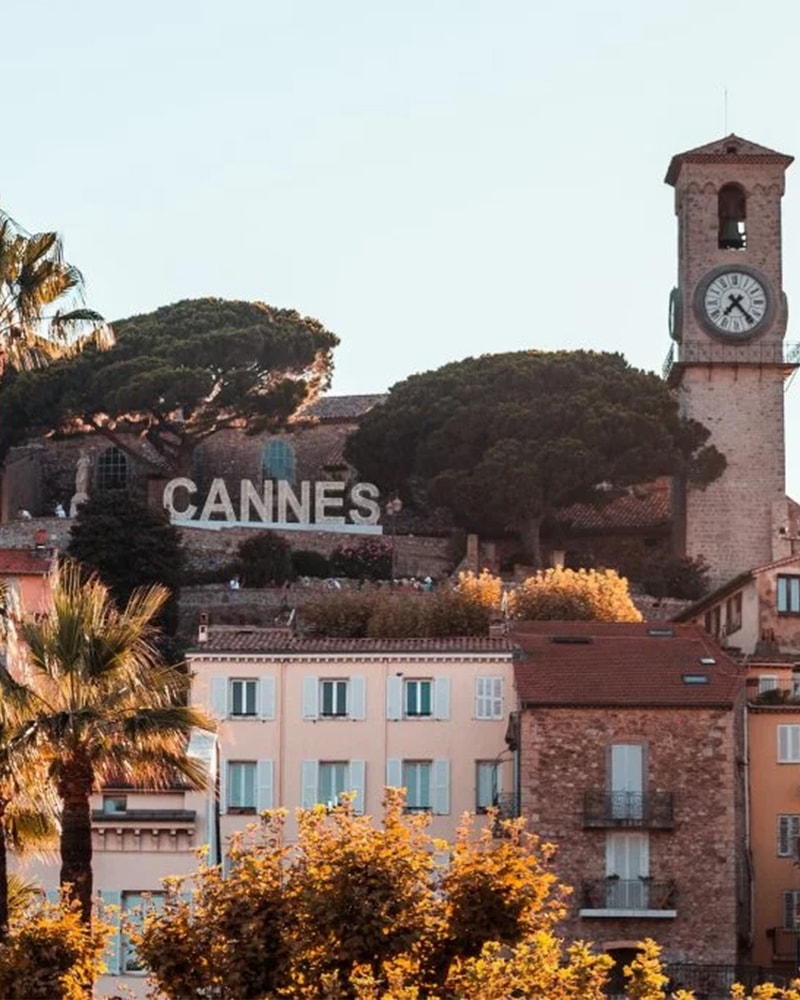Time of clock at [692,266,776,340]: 7:23
